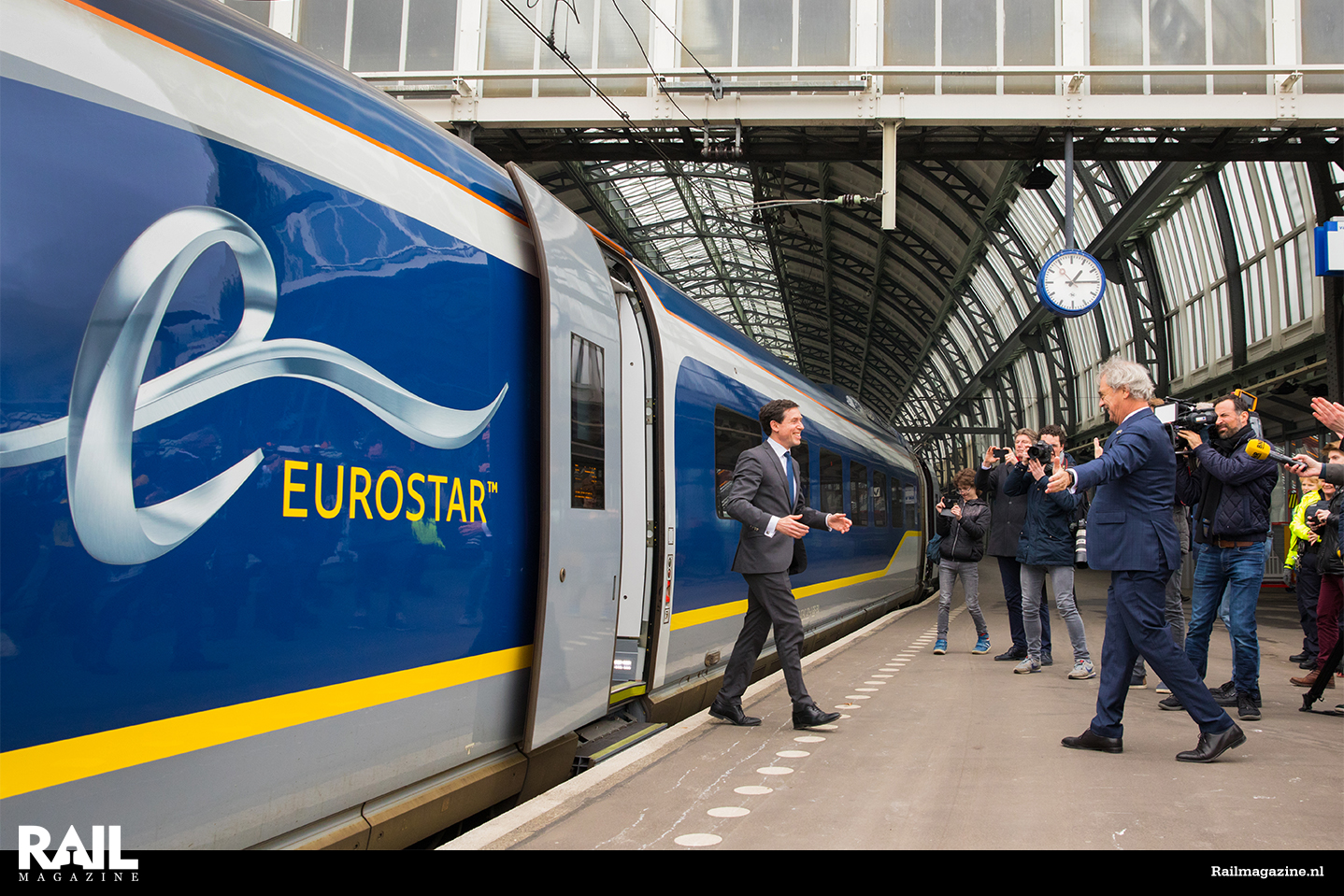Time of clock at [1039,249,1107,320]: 1:14
